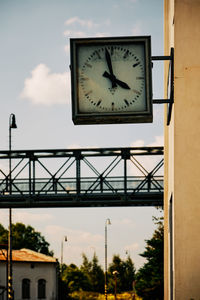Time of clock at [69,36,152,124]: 3:58
